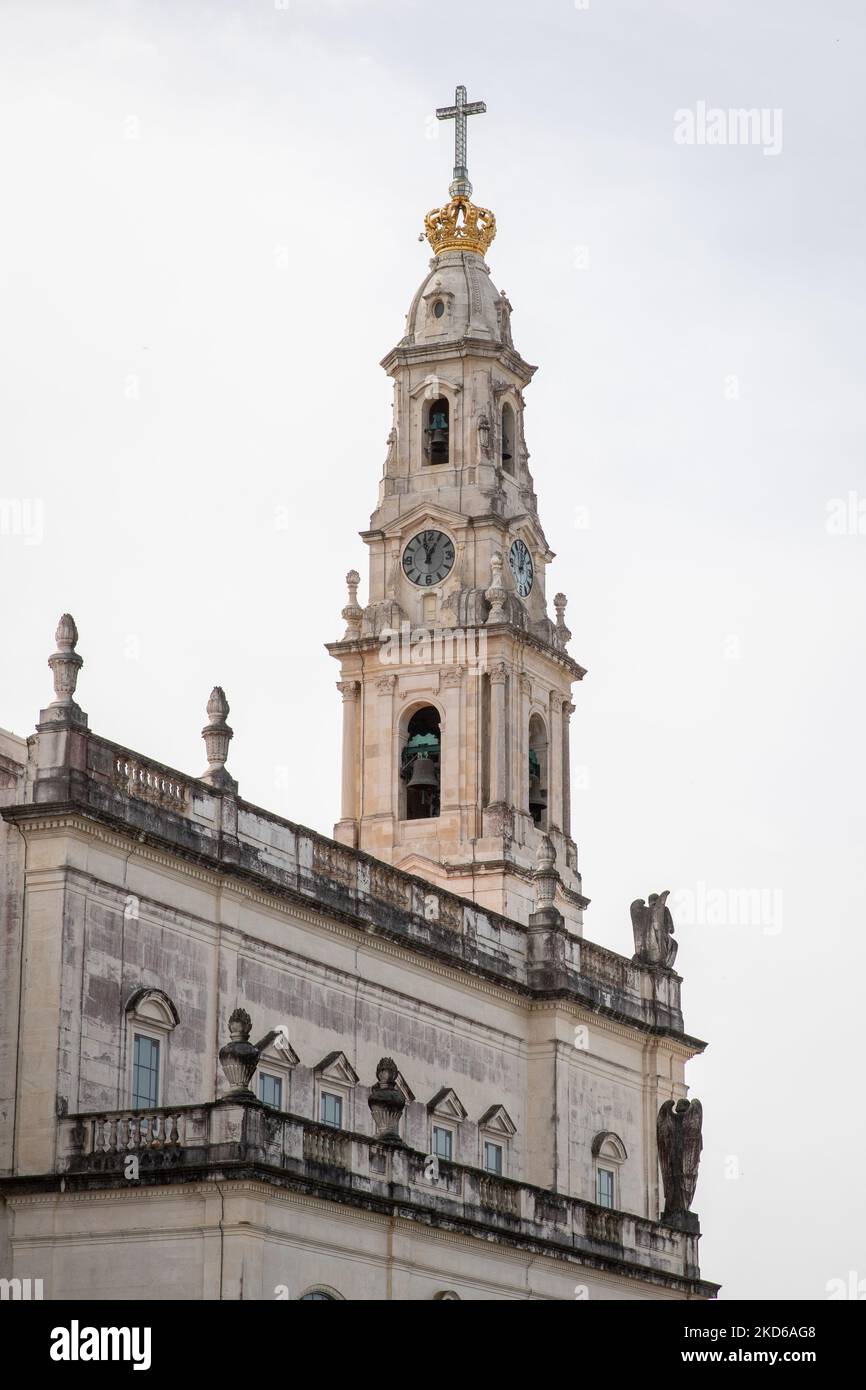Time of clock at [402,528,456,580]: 12:57
